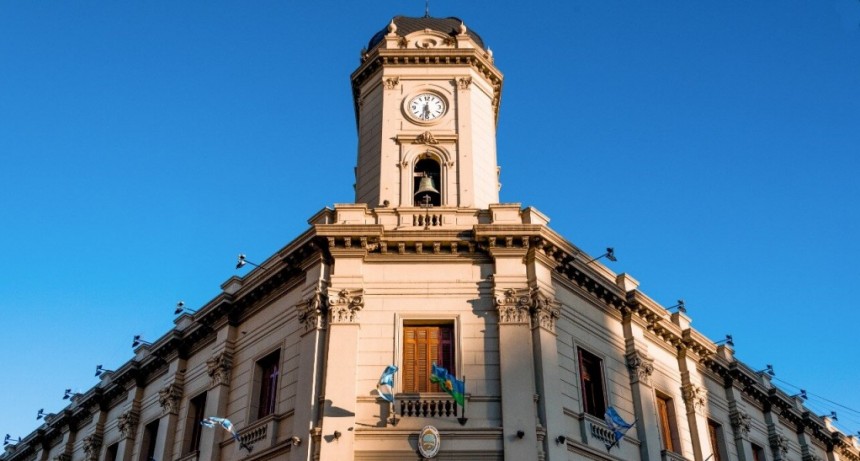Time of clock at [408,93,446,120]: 5:31
